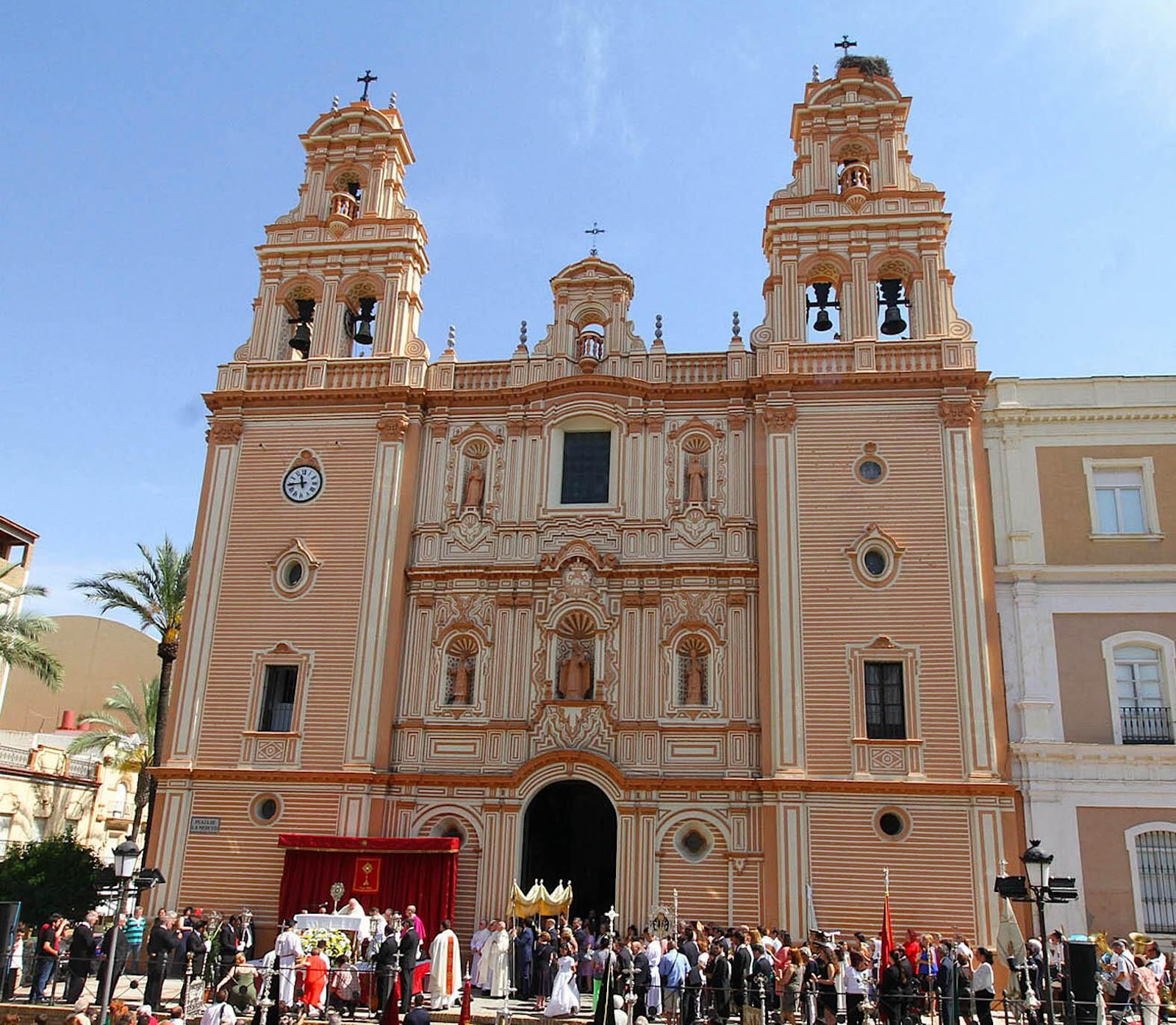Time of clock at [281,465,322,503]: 11:43
